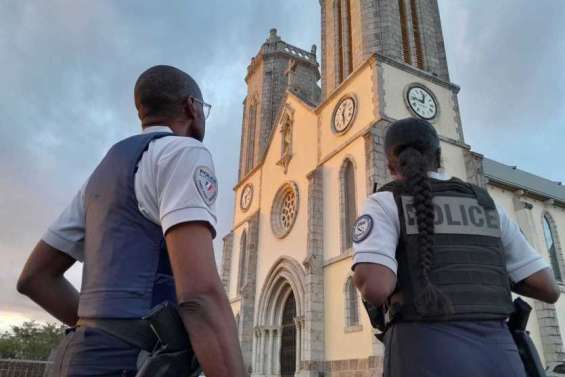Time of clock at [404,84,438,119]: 12:46
